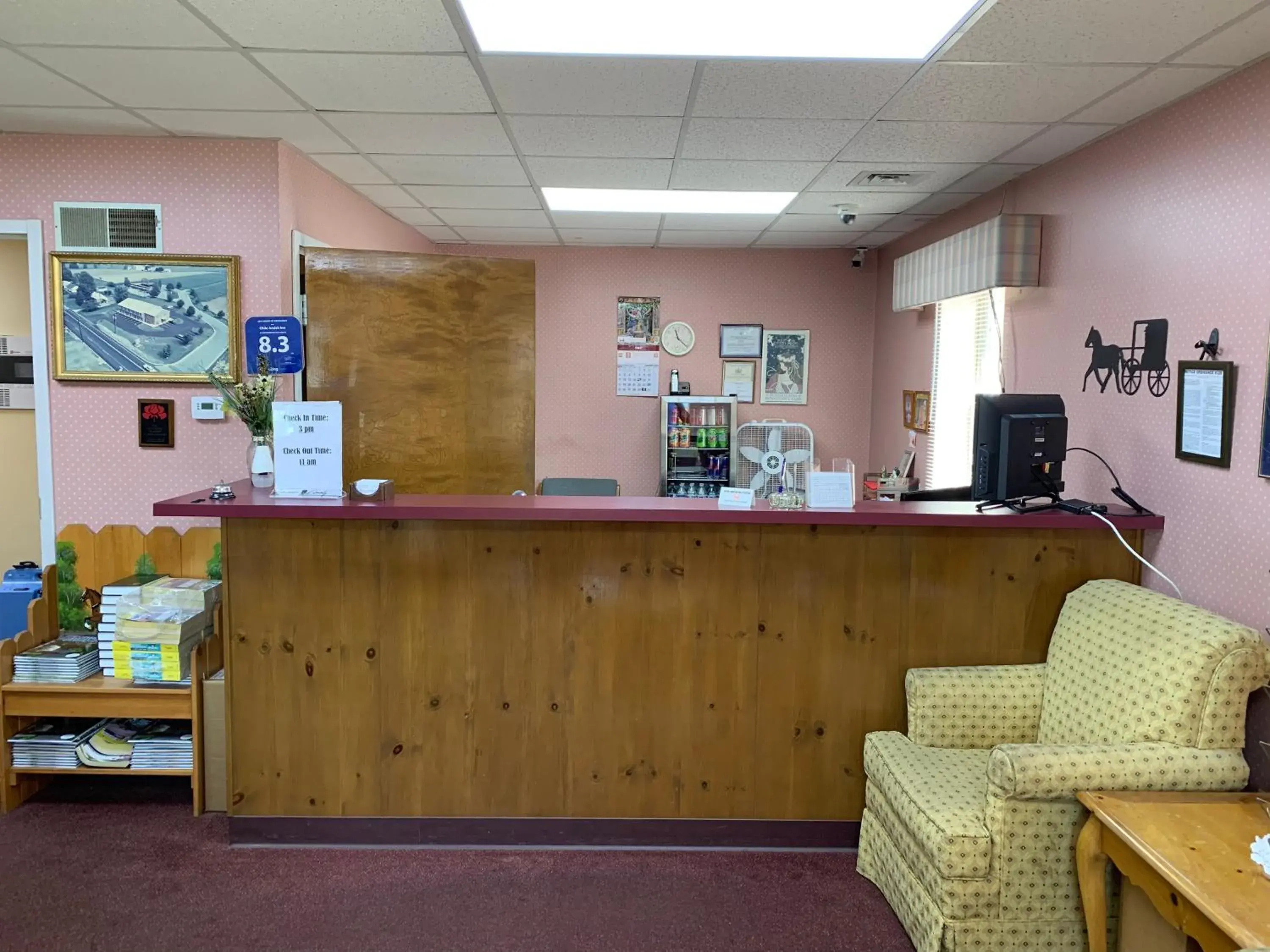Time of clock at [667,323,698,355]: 11:21
